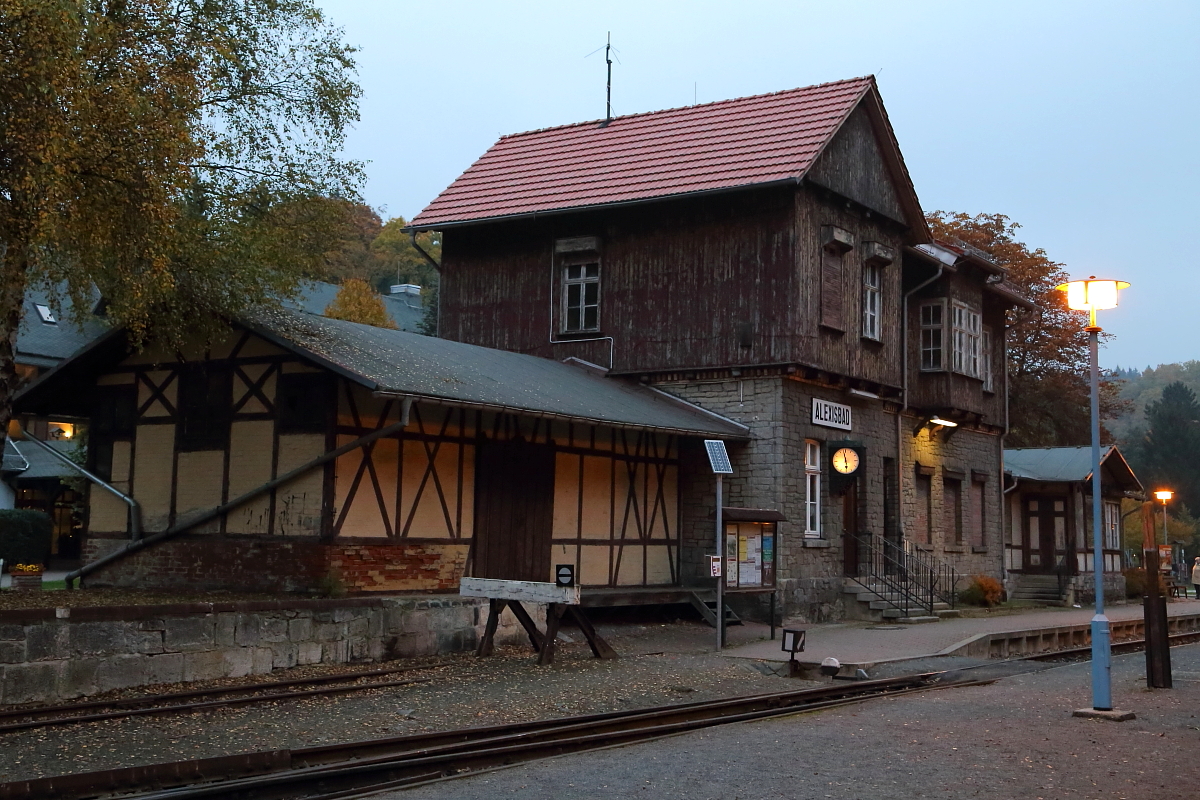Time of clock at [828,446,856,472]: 5:58
